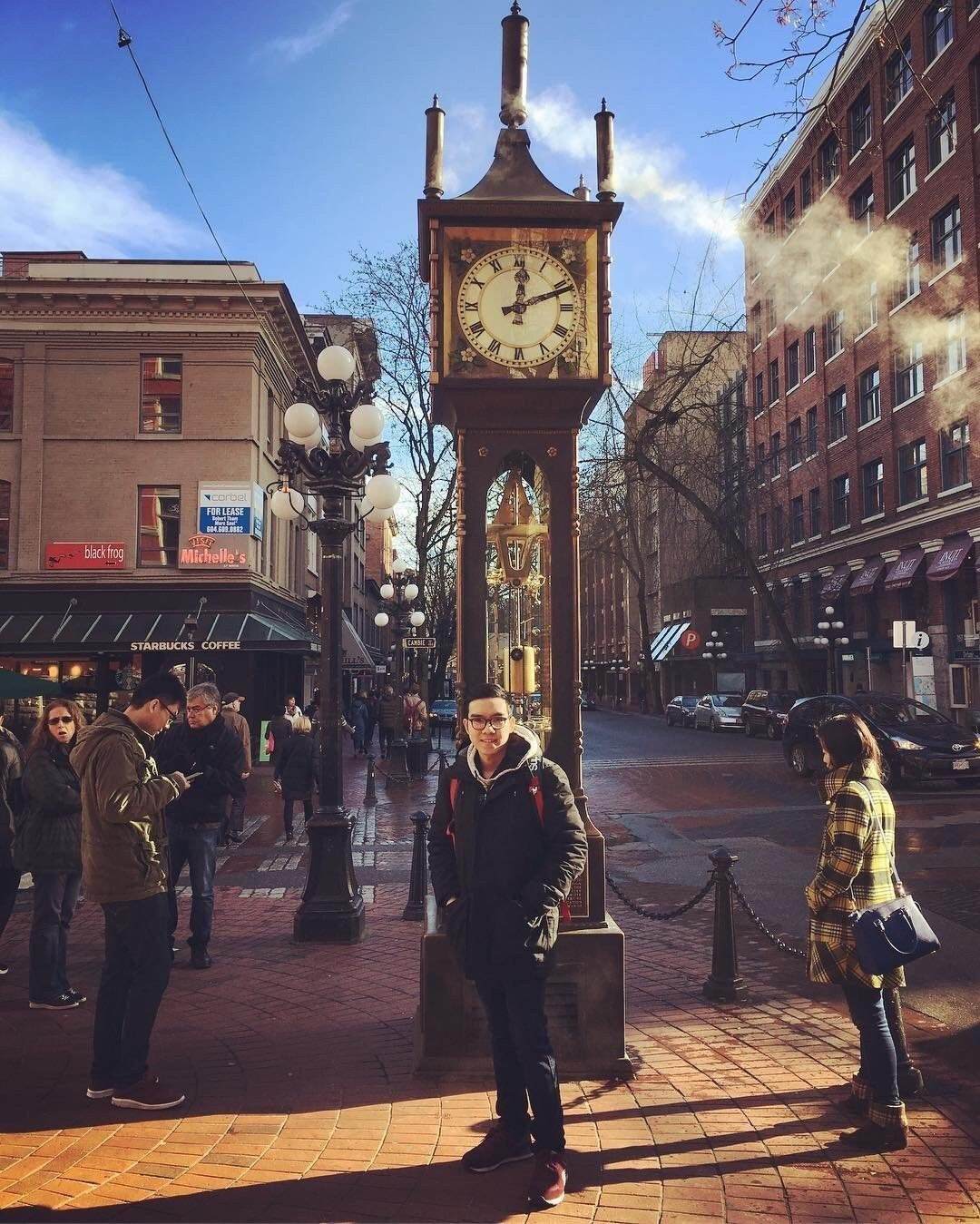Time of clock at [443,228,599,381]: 12:11
